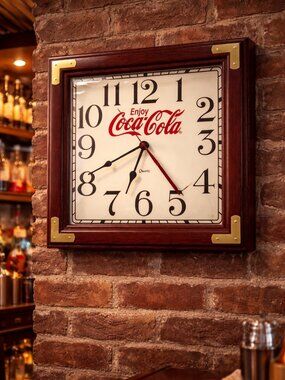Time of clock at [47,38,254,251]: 6:40
